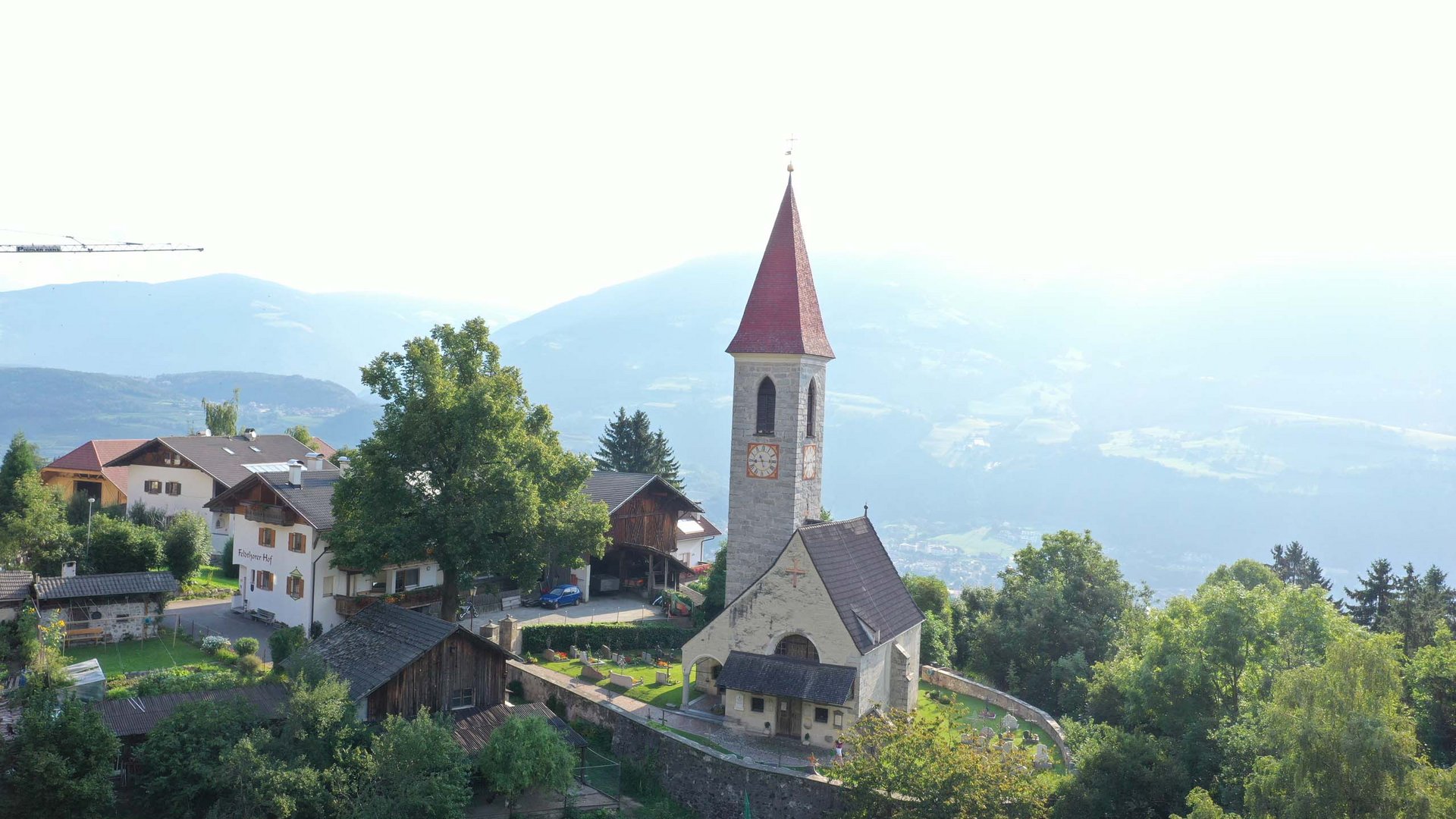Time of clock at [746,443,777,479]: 11:14
